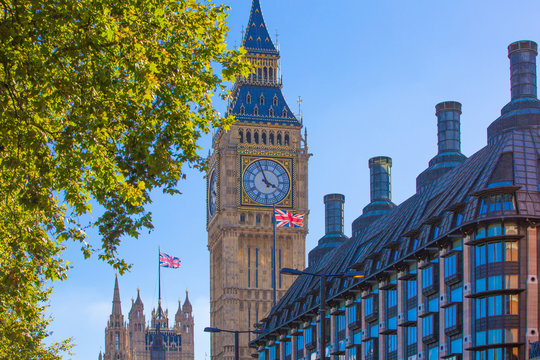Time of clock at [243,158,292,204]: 3:56
